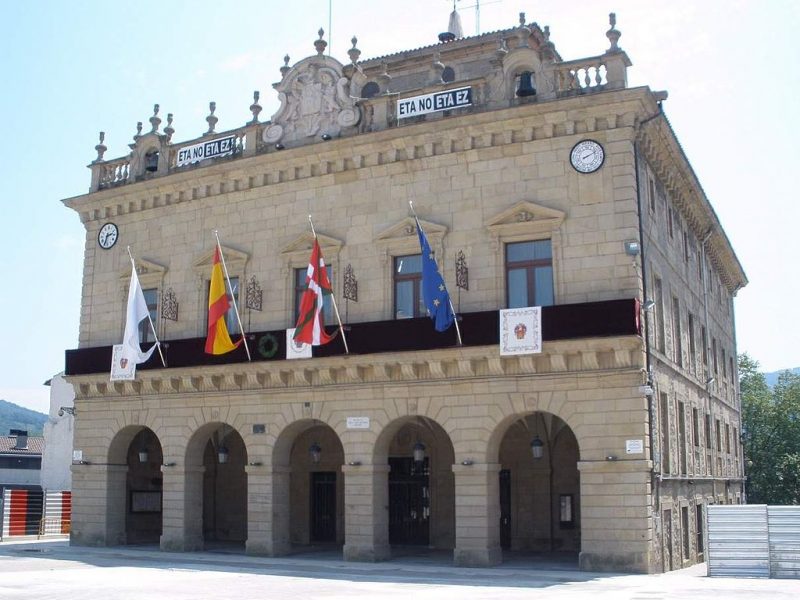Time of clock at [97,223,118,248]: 2:33
